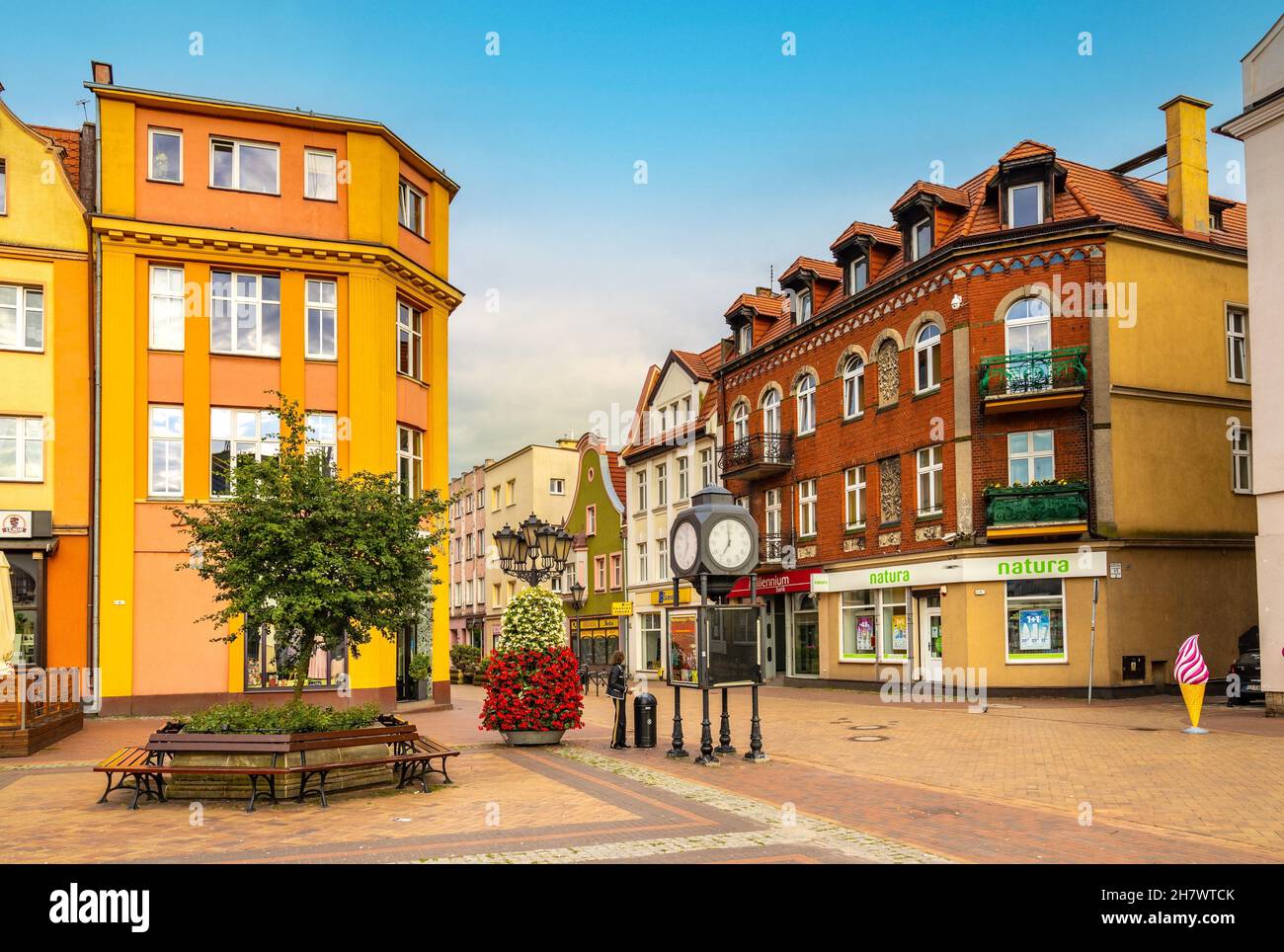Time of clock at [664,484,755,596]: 7:00
